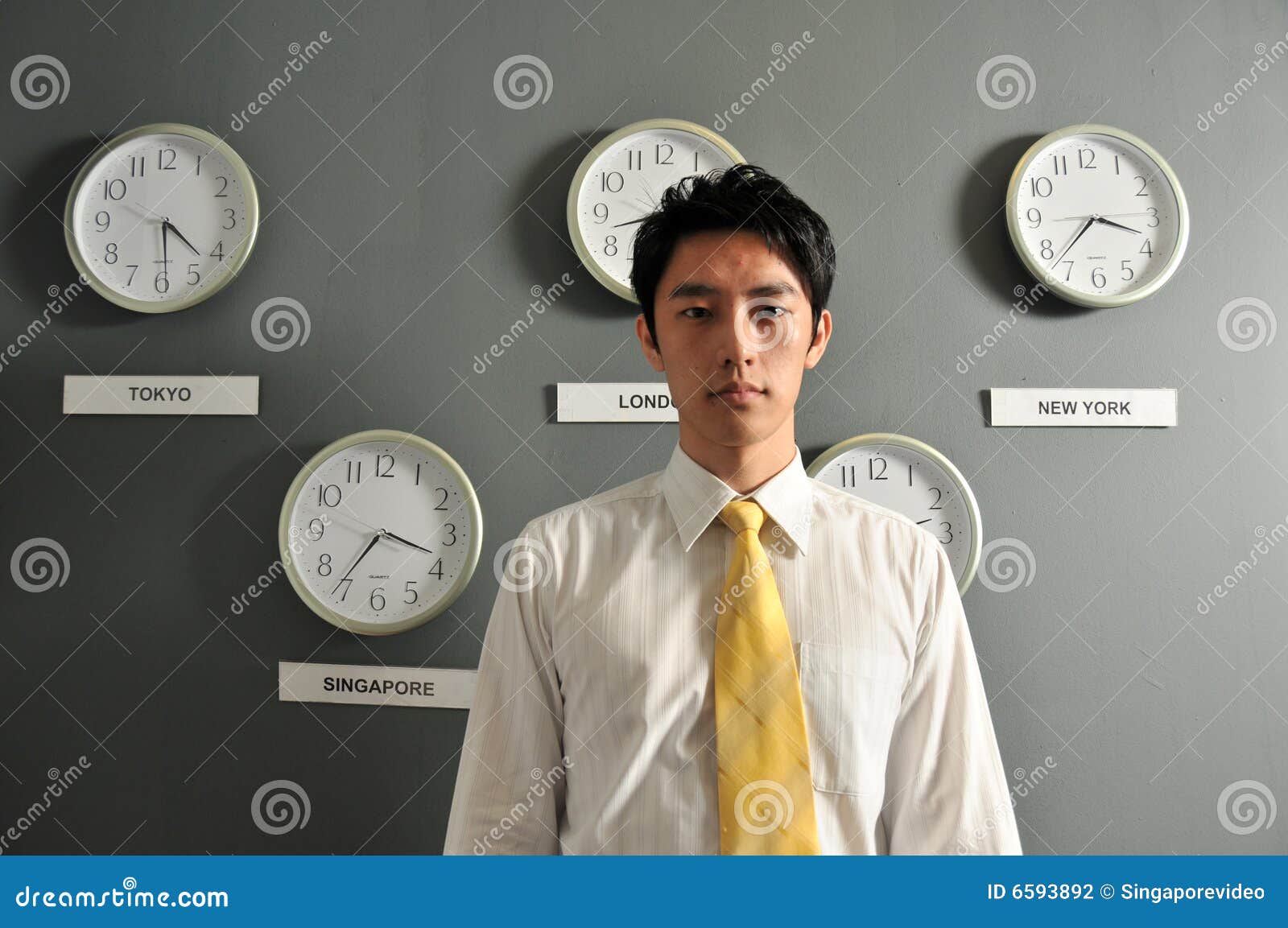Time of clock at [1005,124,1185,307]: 3:37
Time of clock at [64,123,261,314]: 4:29
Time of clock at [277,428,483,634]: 3:36
